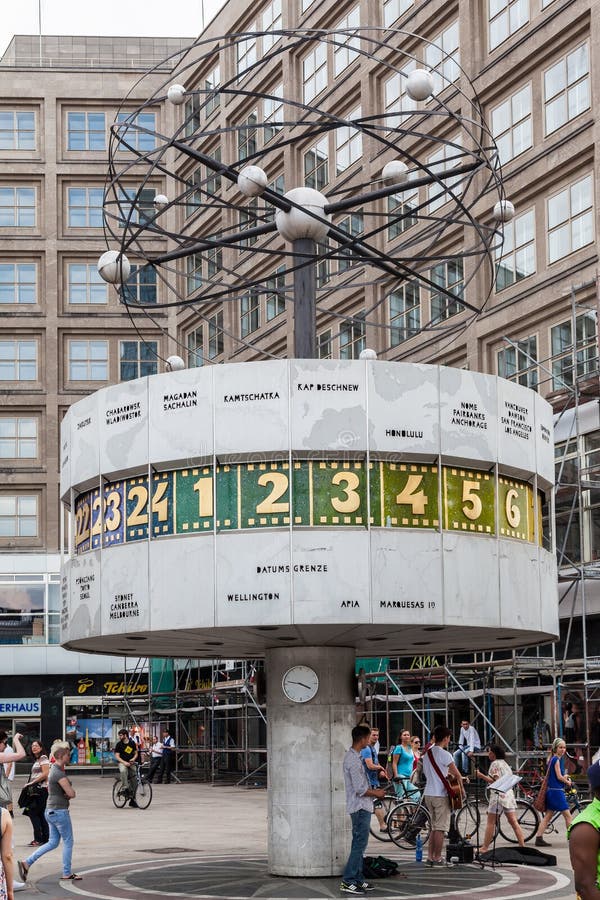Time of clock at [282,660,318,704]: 3:47
